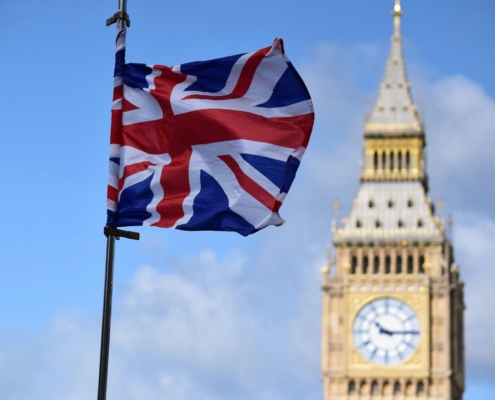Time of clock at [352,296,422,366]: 10:14
